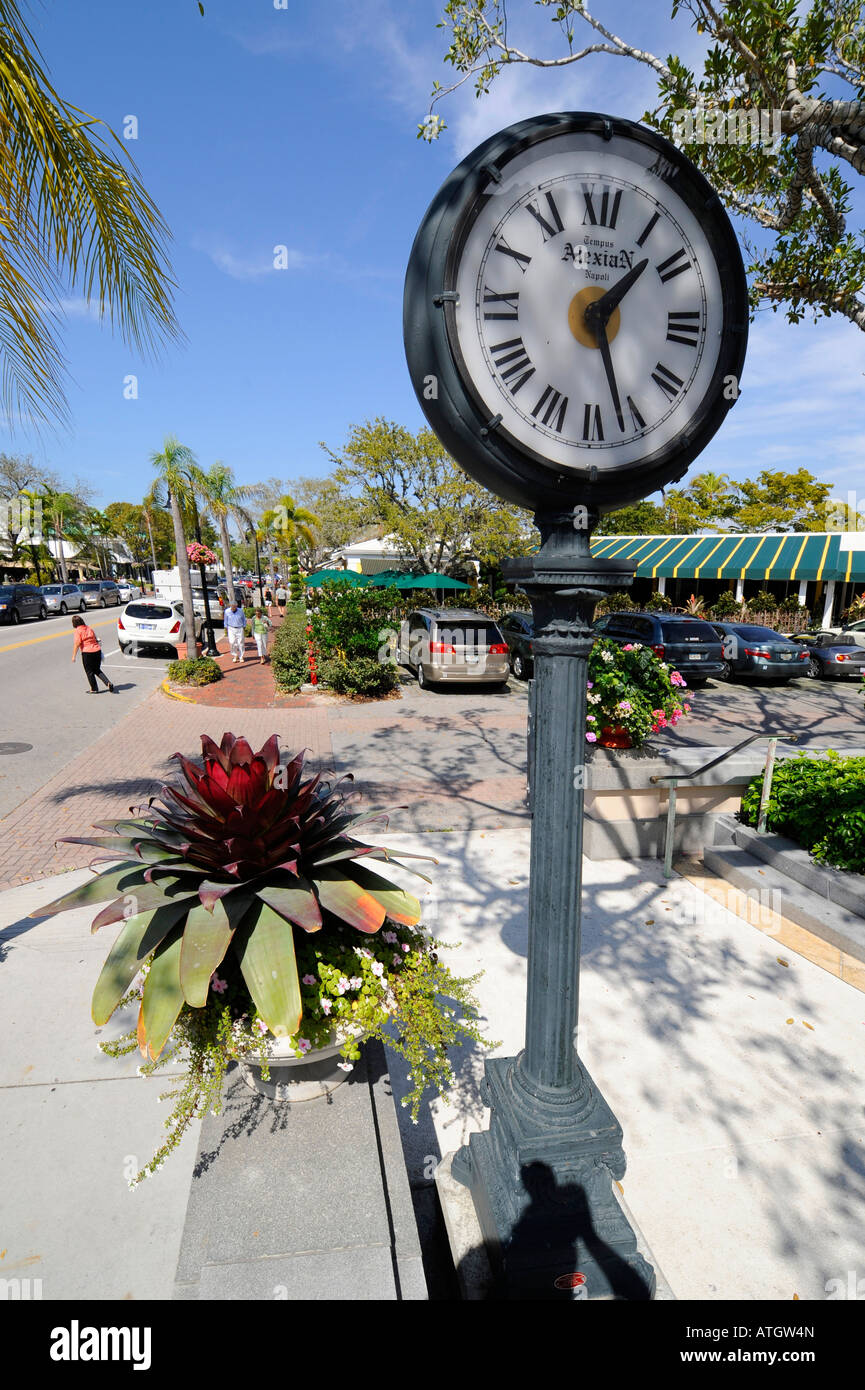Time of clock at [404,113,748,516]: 1:26
